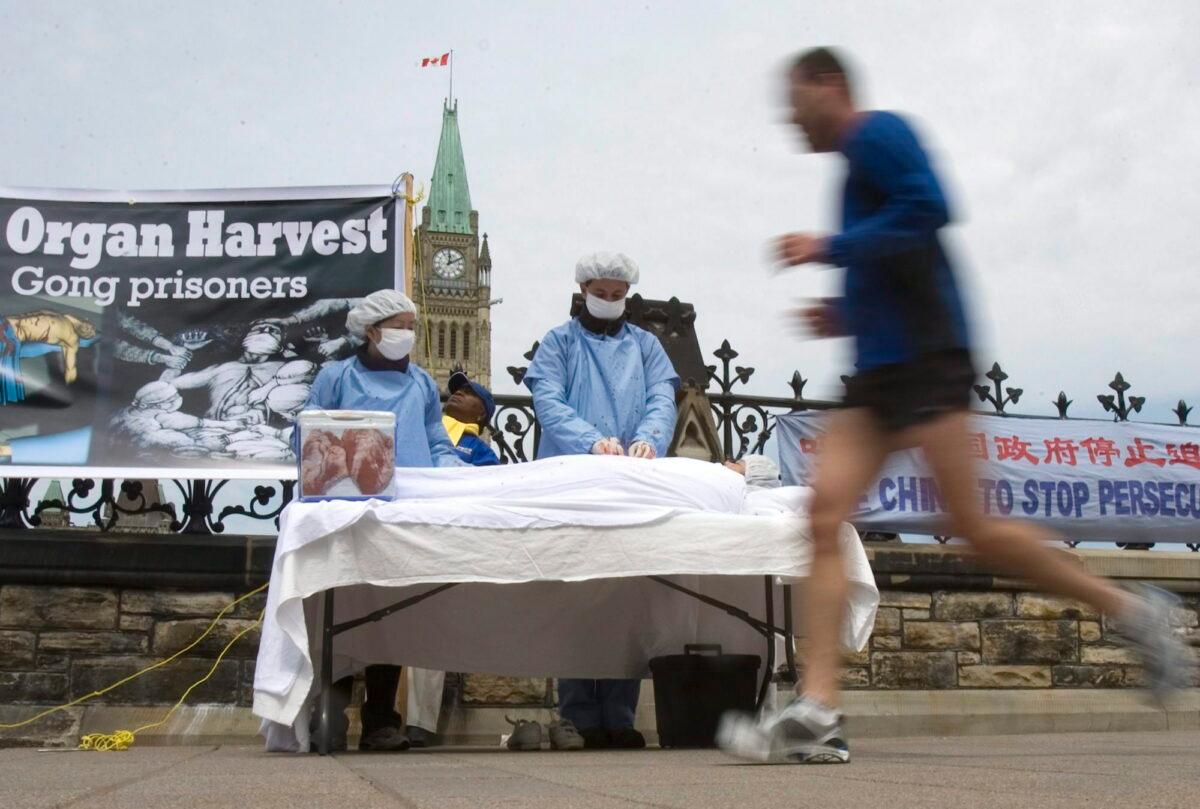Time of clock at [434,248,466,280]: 12:10
